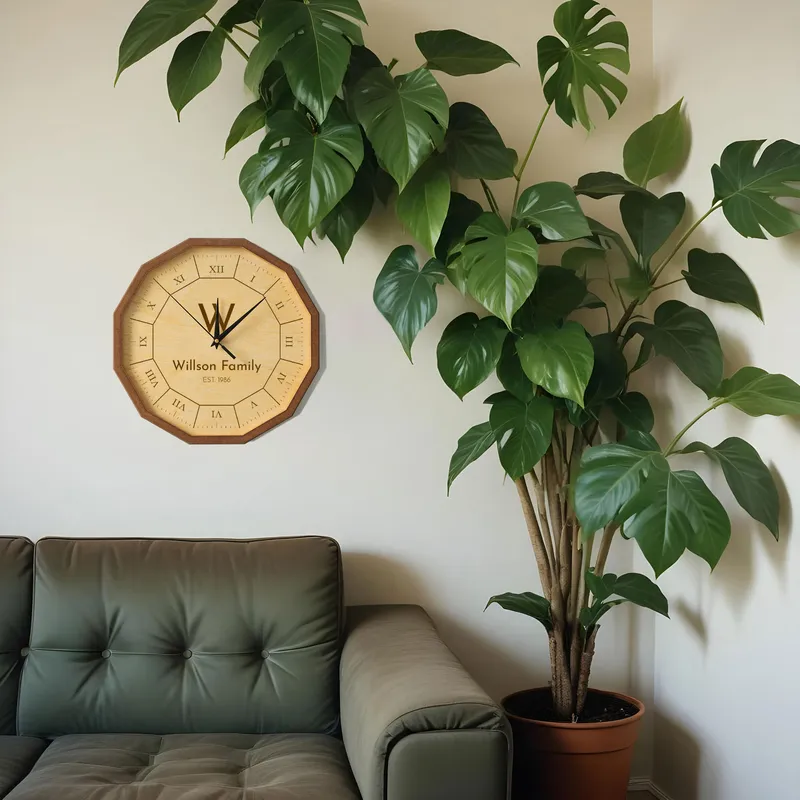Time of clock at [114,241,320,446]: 12:08
